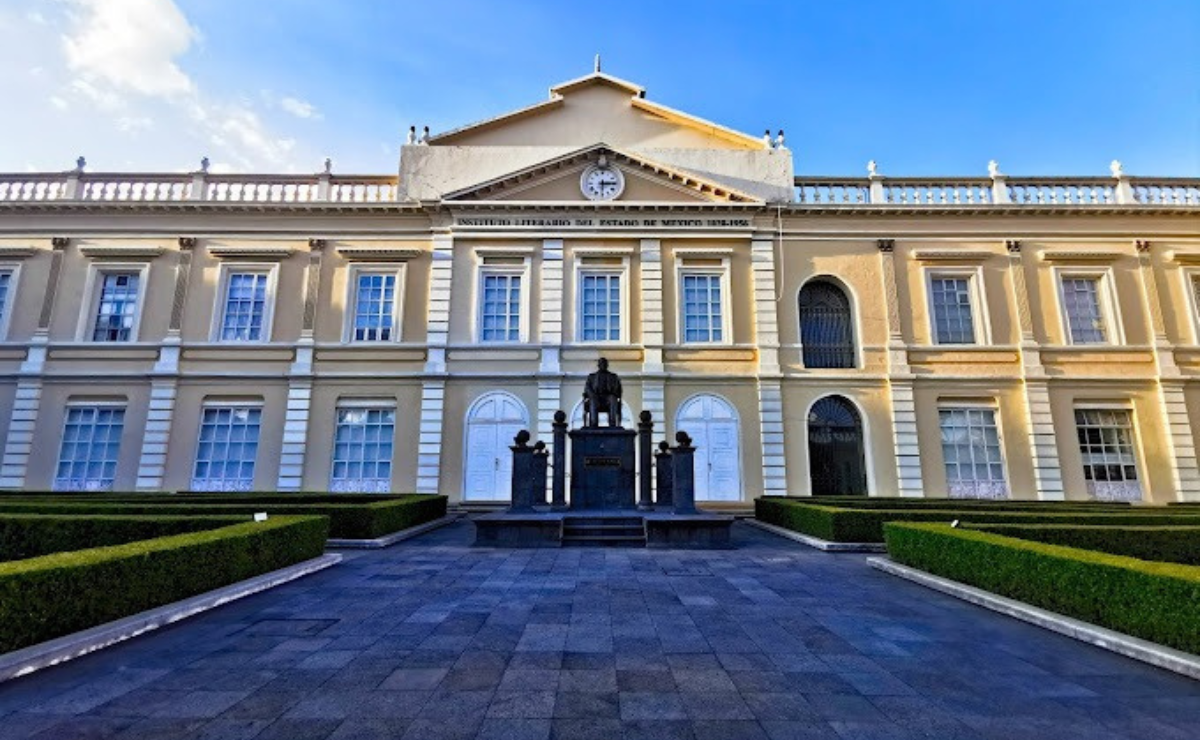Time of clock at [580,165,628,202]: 6:14
